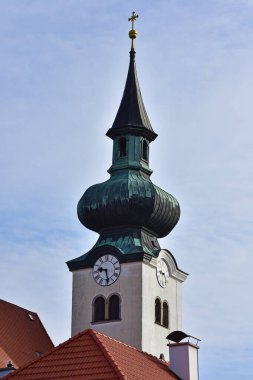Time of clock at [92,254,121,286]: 9:28
